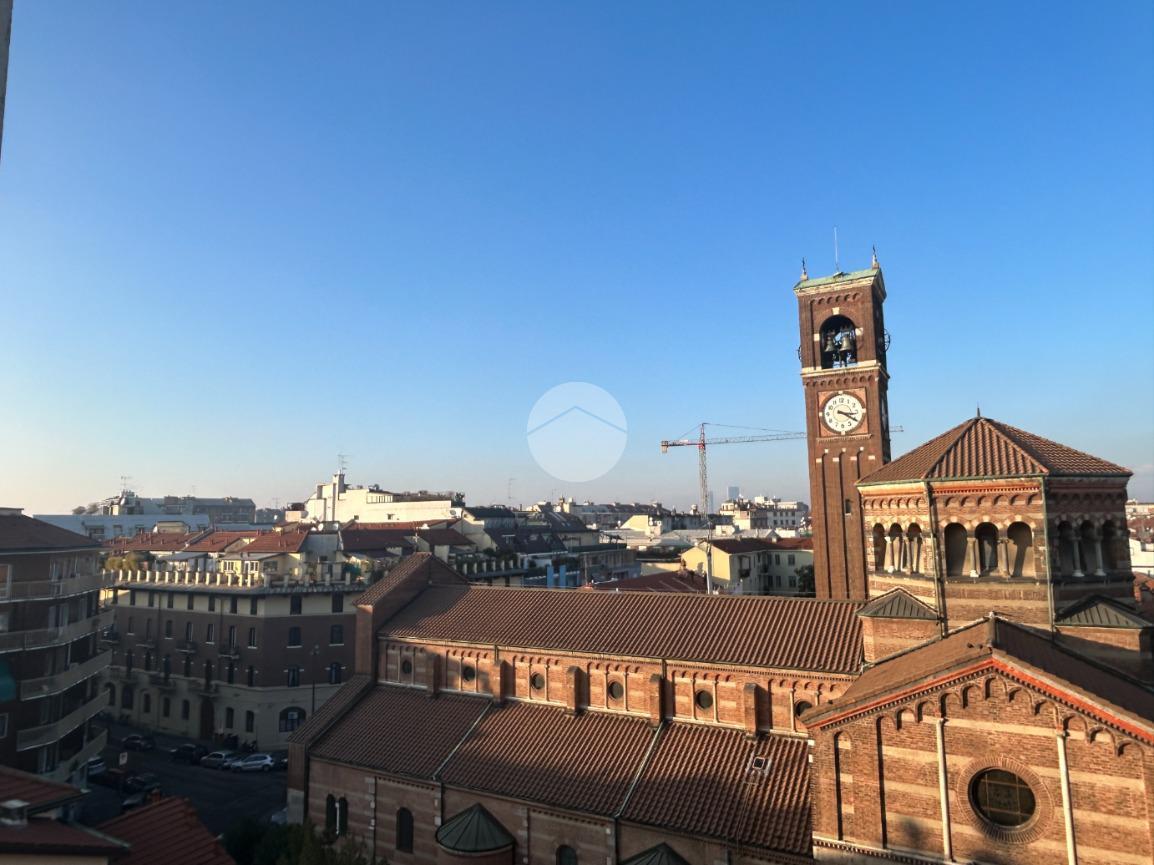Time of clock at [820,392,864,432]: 3:20
